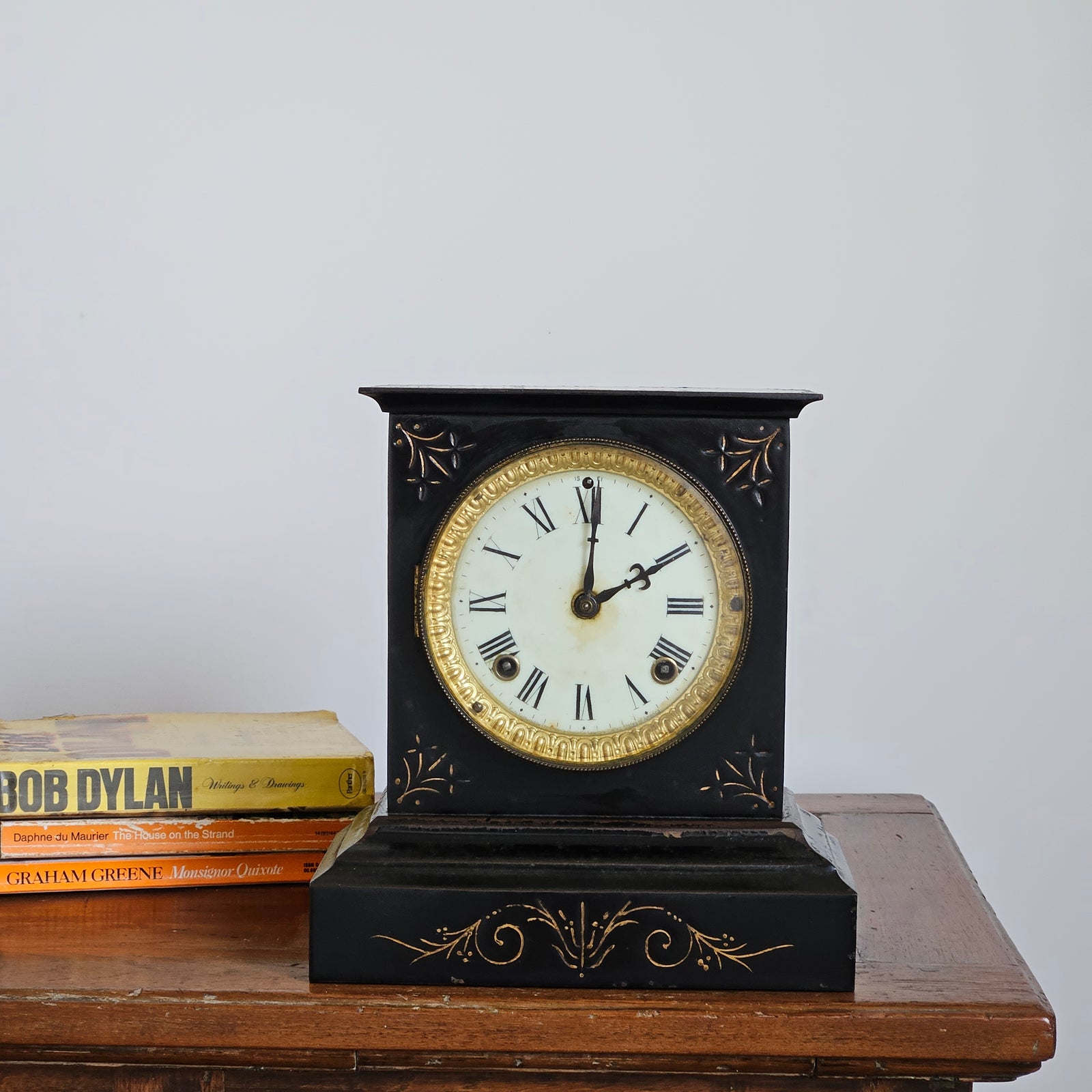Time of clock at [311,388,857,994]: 2:00
